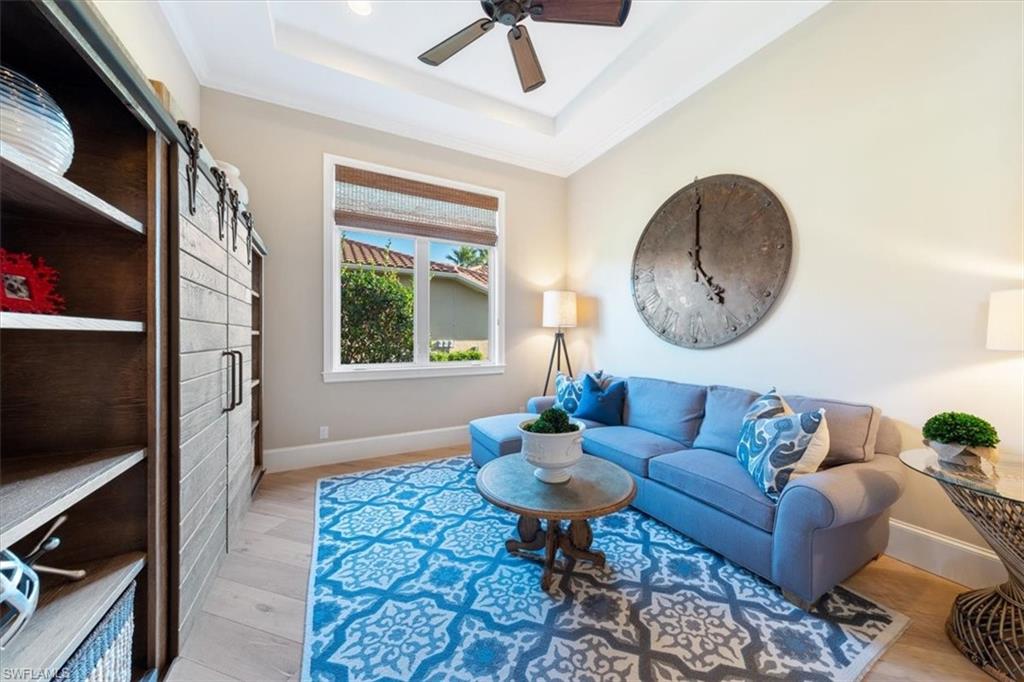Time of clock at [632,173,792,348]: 5:00
